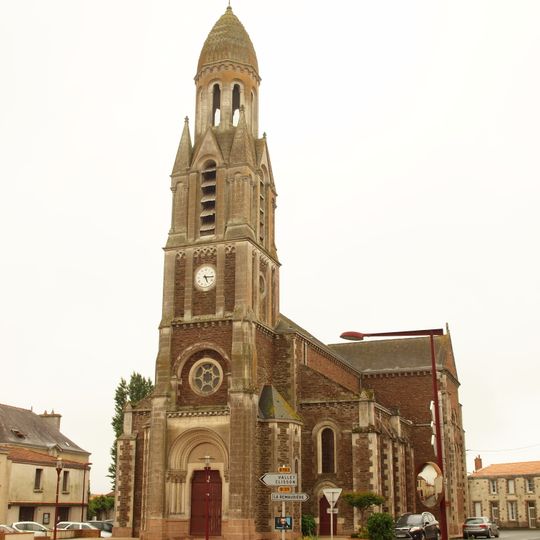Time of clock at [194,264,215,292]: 5:15
